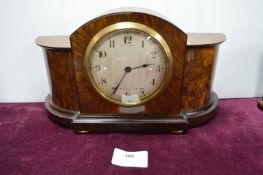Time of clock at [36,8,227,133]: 2:35
